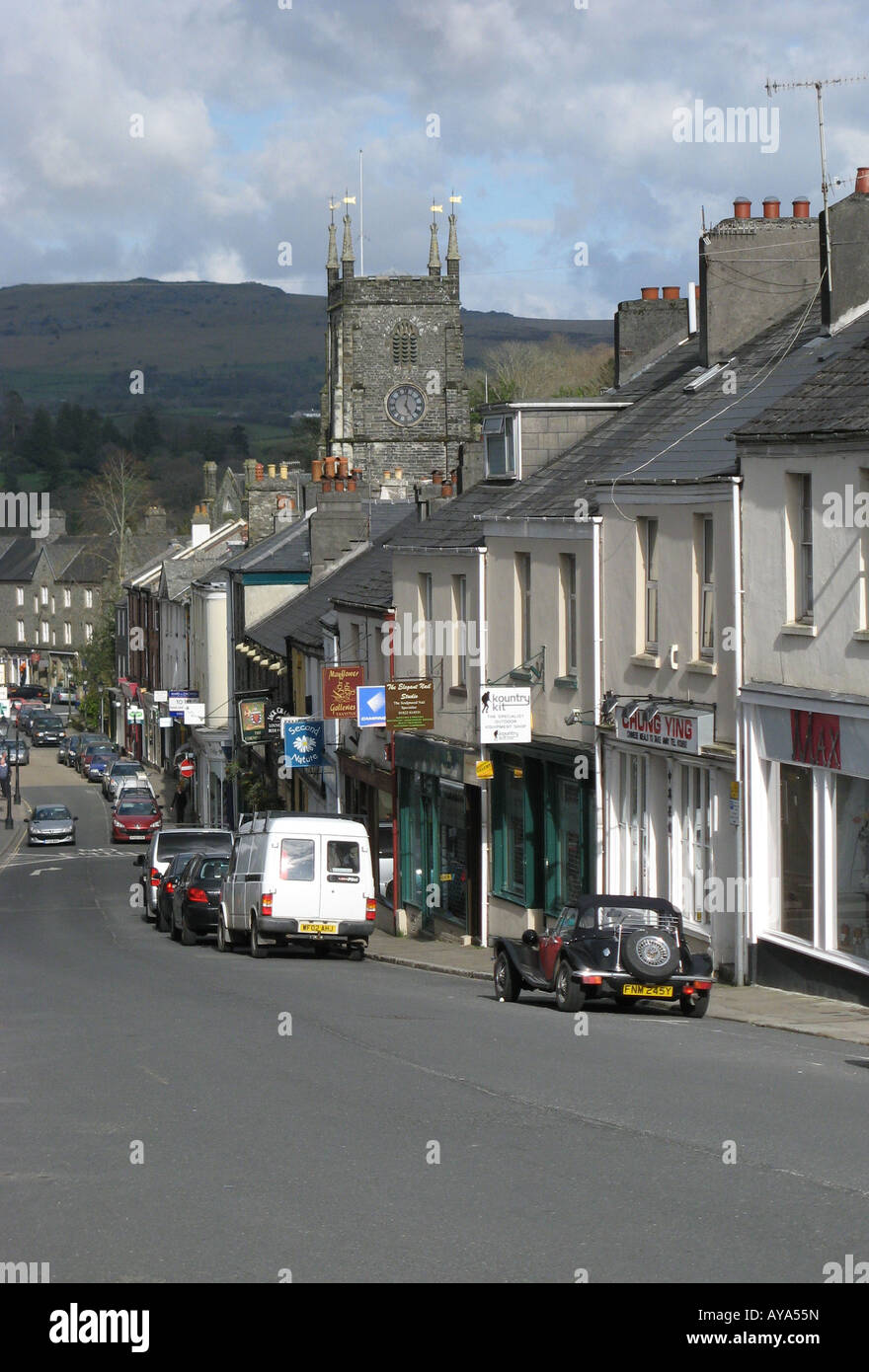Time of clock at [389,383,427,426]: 5:01
